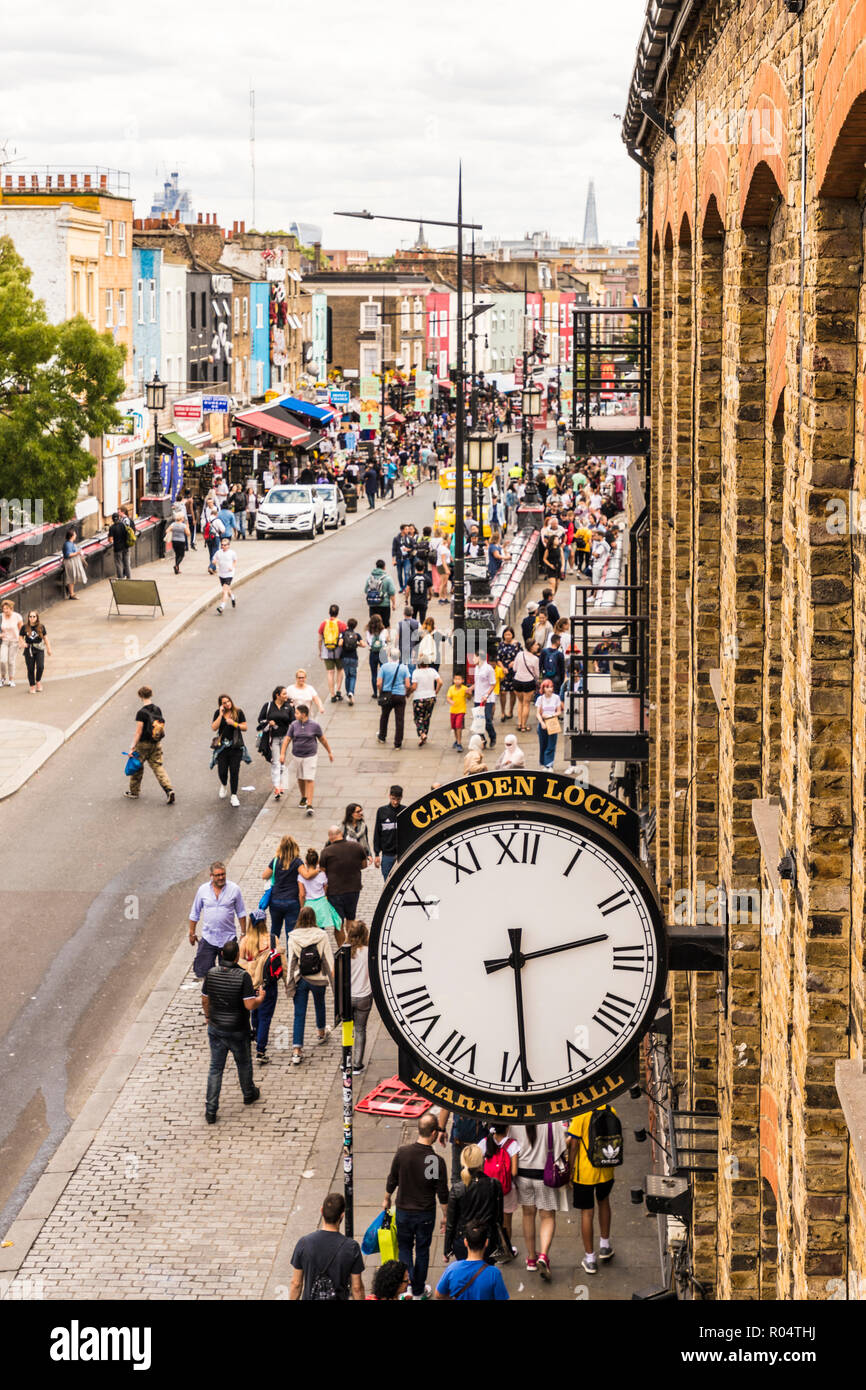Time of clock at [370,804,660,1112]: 2:29
